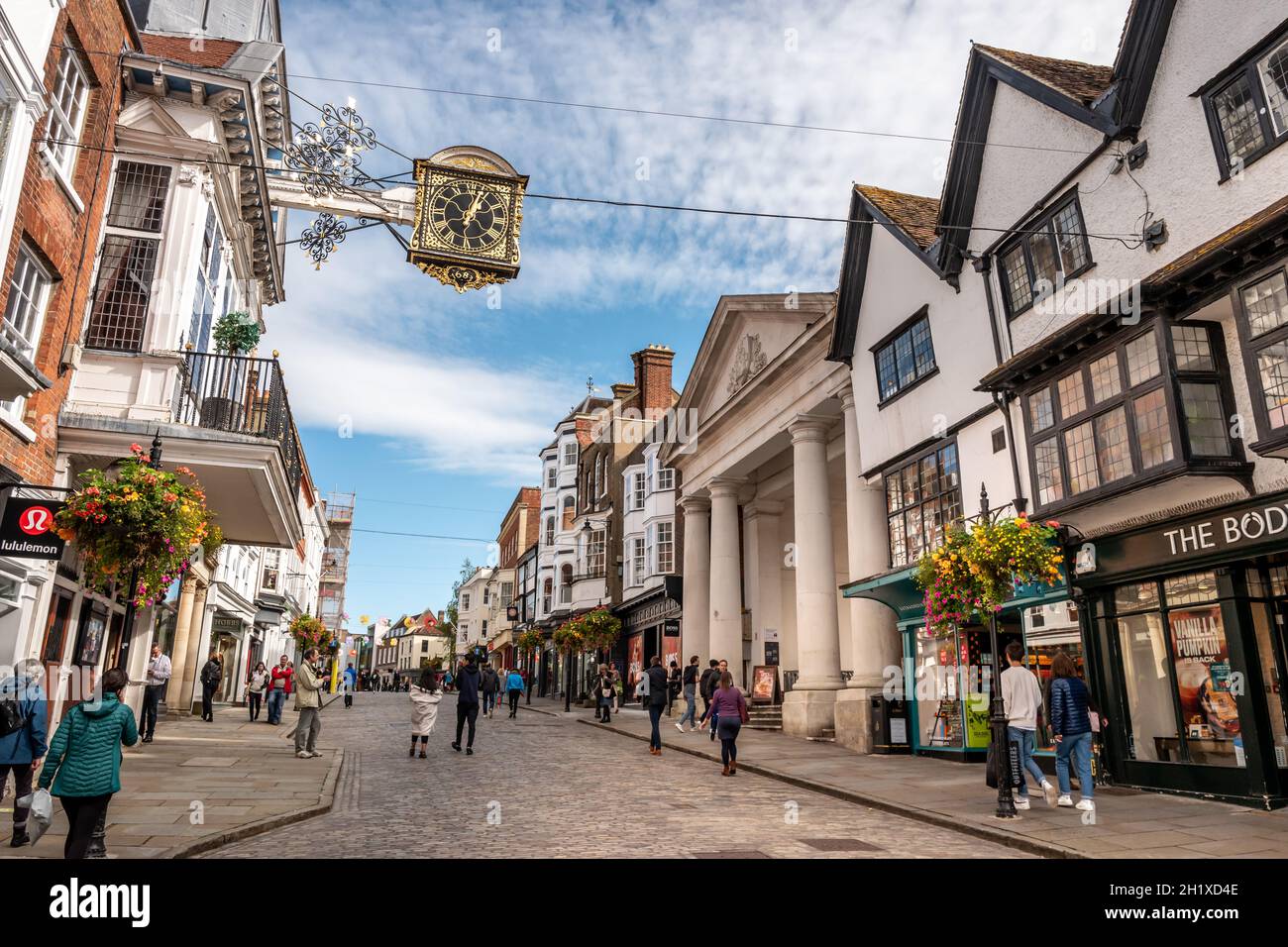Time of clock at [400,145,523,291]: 1:02
